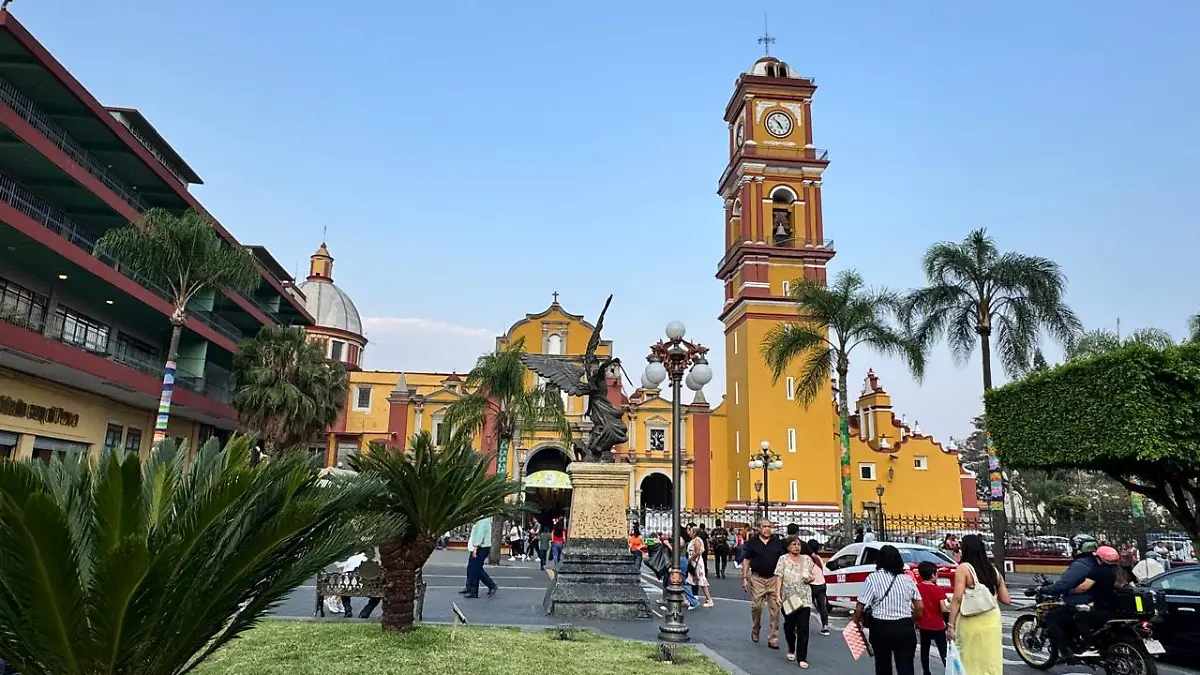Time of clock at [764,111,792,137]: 4:52
